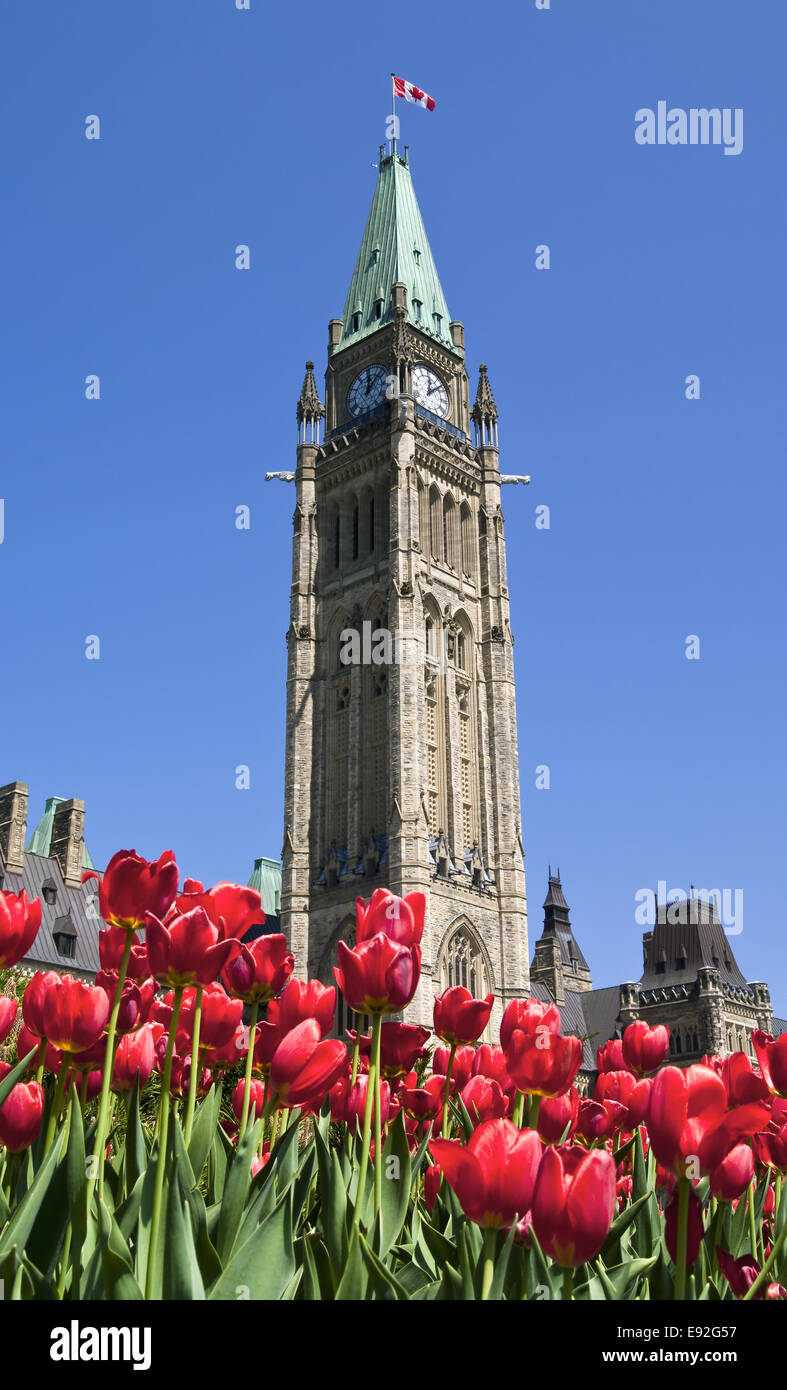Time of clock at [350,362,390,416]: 12:07
